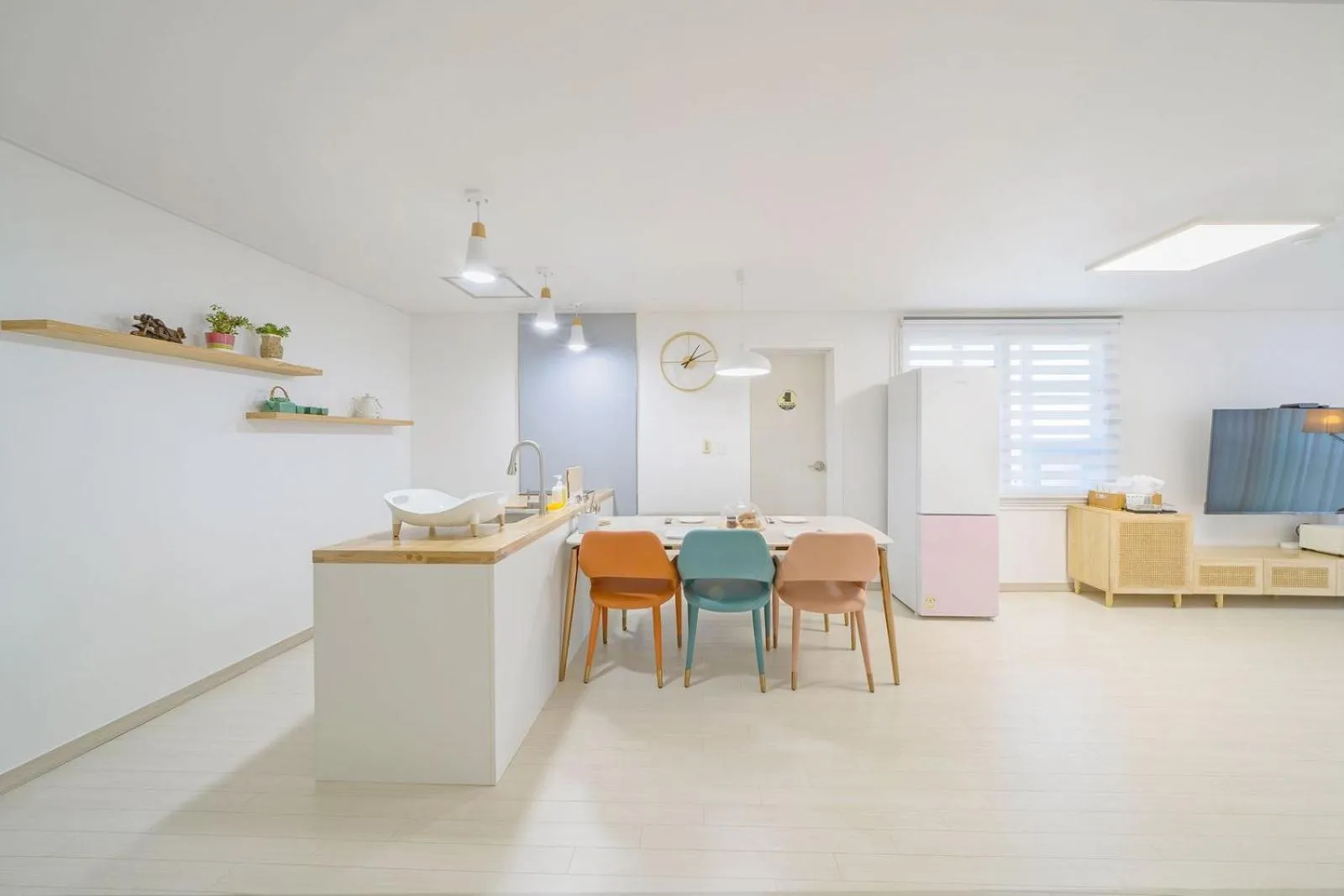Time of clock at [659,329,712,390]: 1:10
